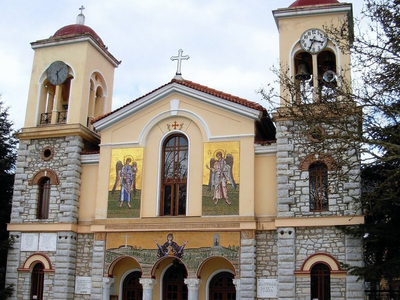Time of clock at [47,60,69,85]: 1:28
